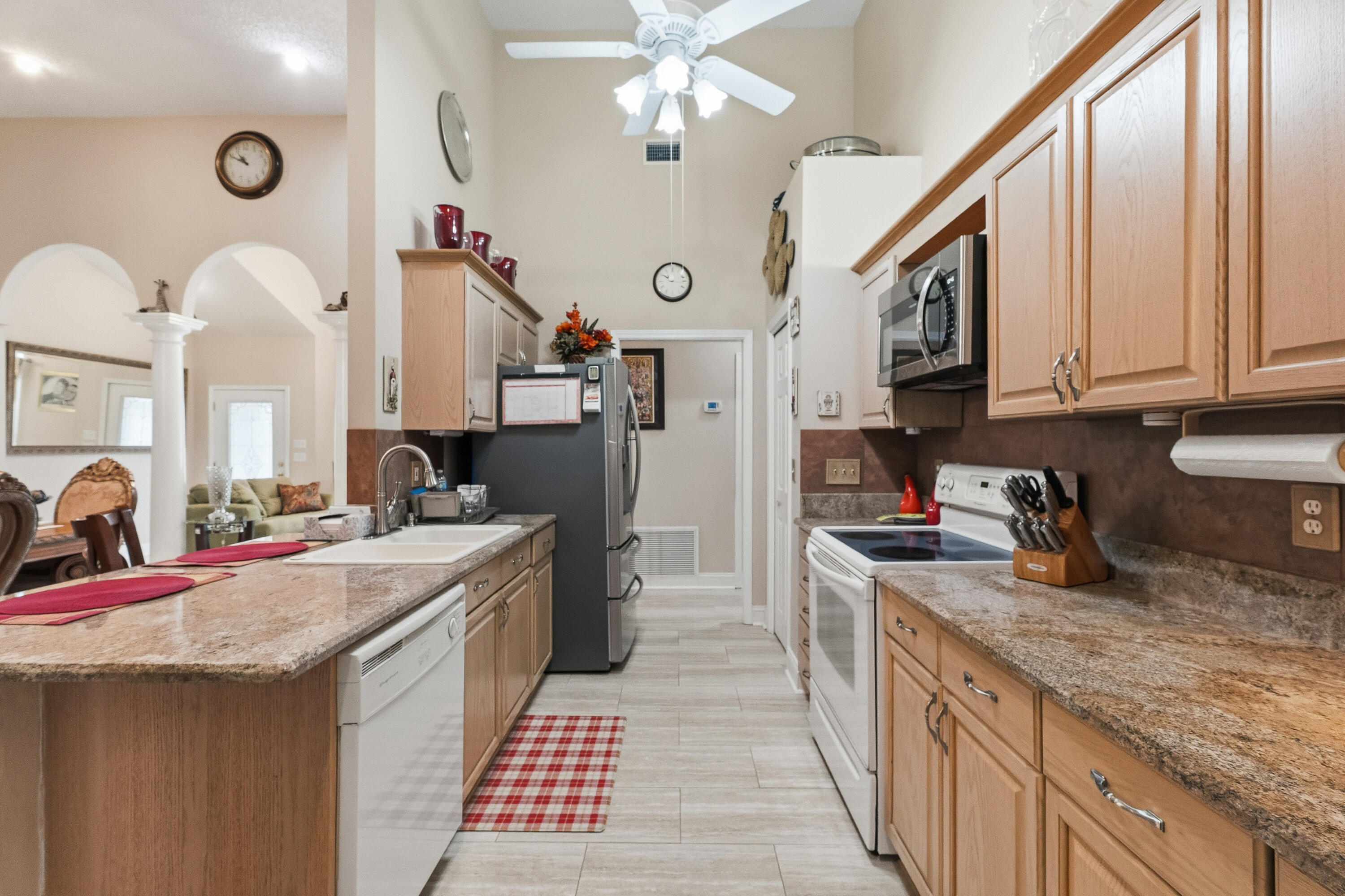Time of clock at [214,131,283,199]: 10:50
